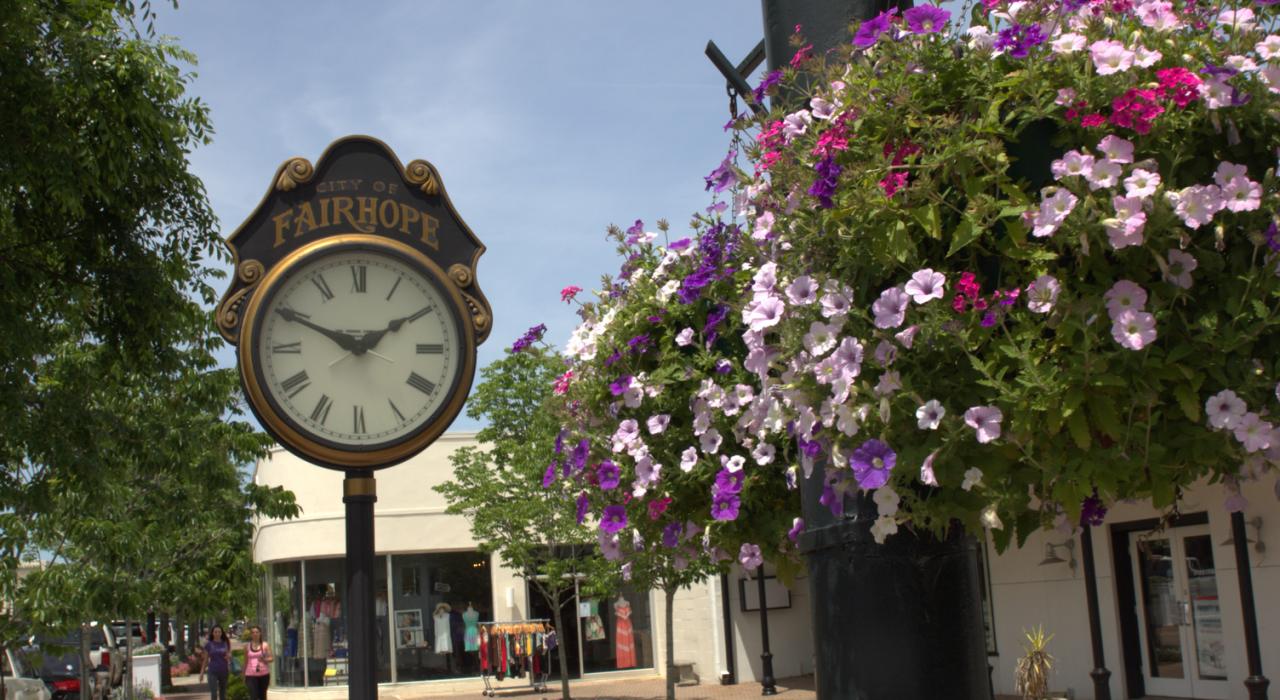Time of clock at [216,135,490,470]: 1:49
